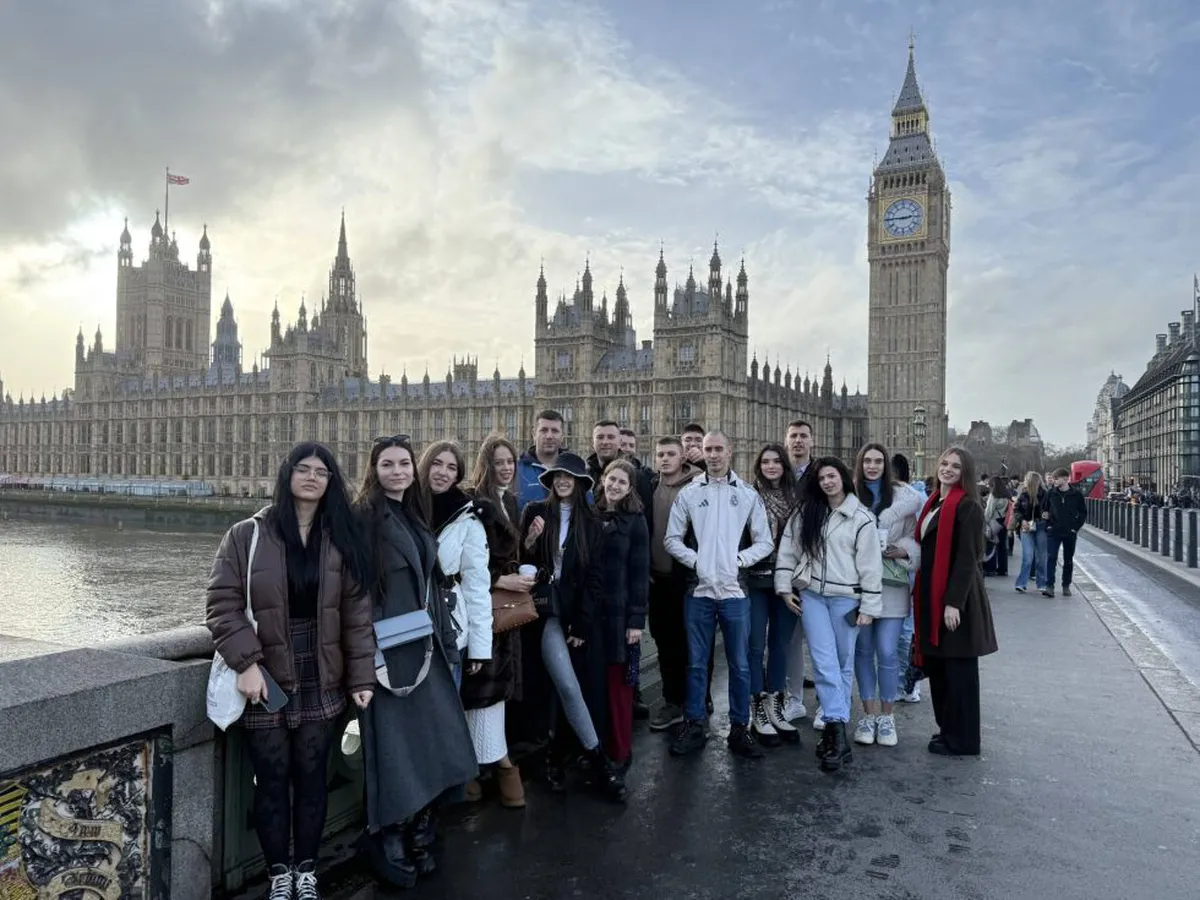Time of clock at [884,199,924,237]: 2:45
